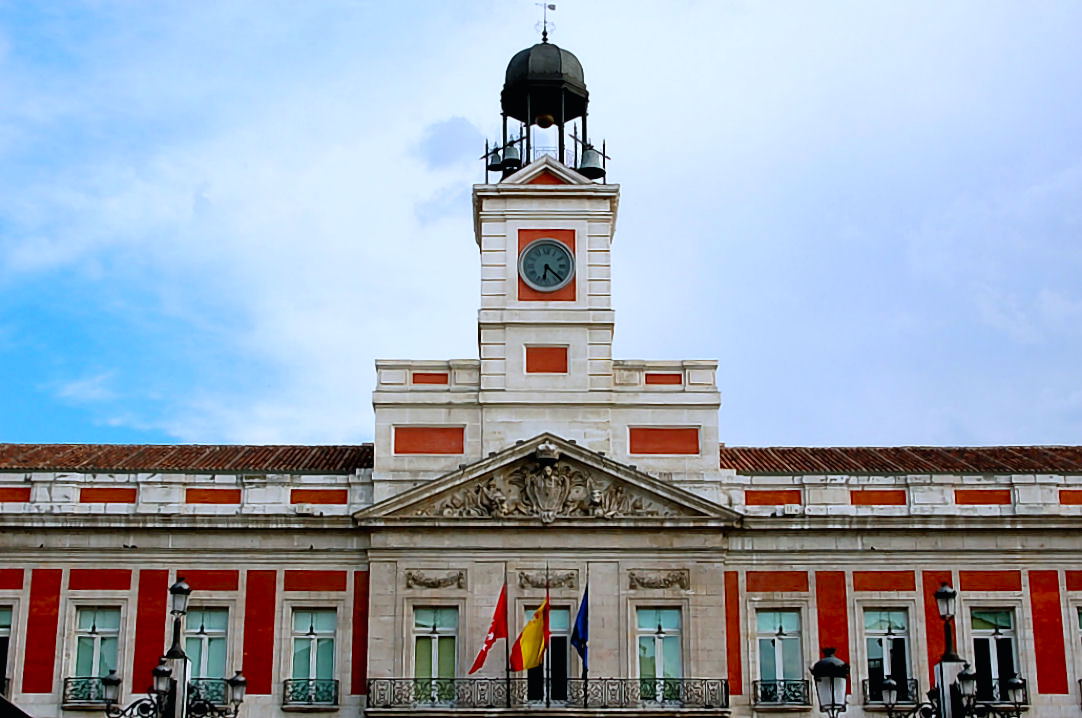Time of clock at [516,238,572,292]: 6:22
